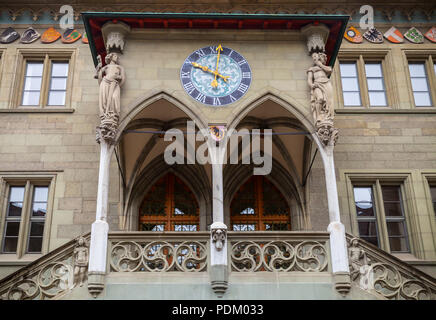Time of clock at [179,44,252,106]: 10:00
